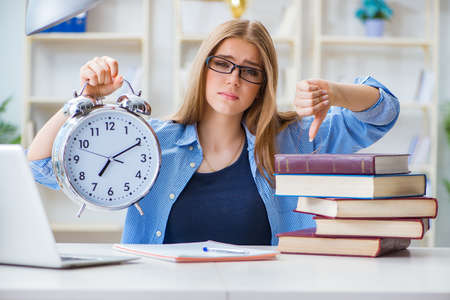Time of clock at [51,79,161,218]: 7:10
